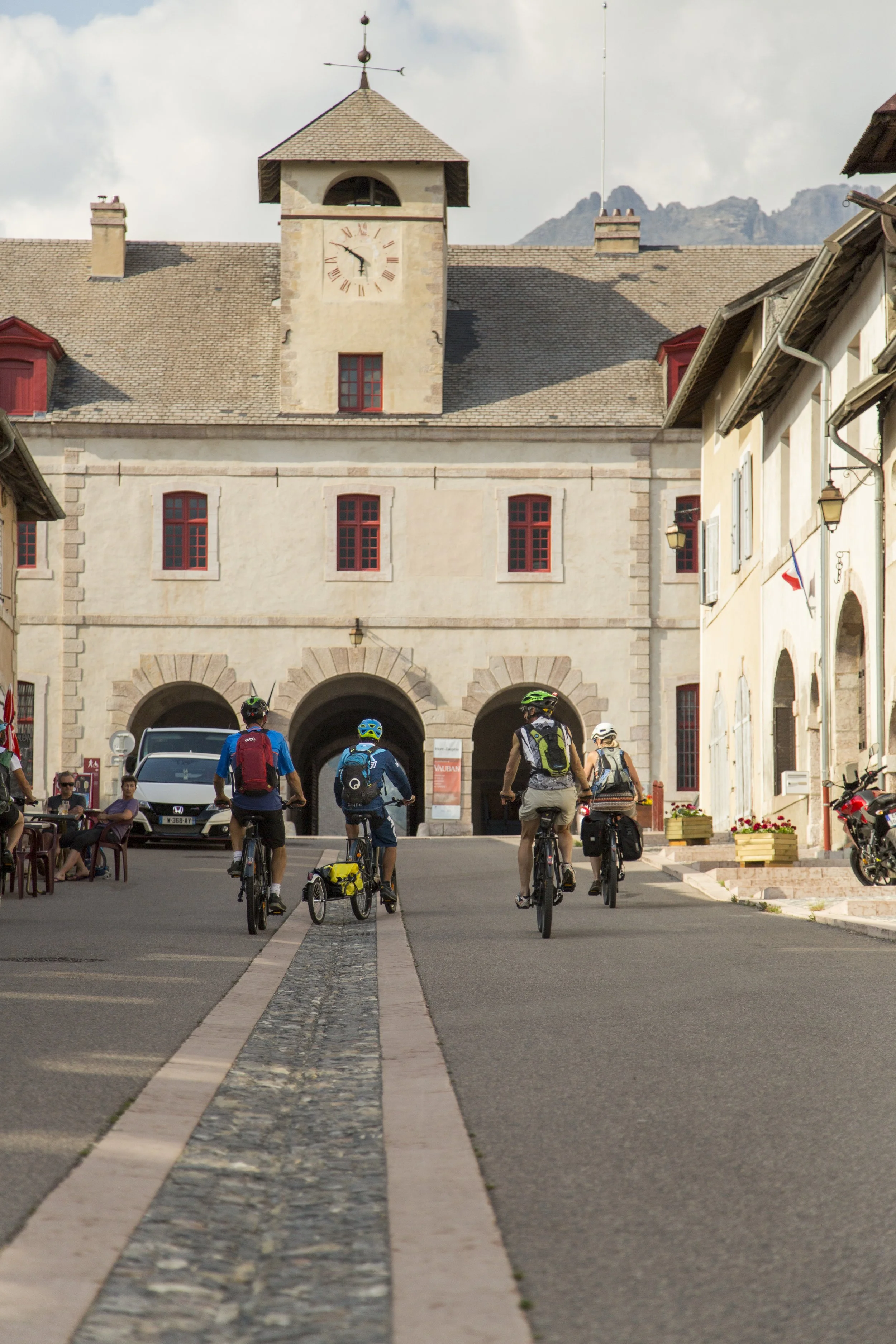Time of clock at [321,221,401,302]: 5:50
